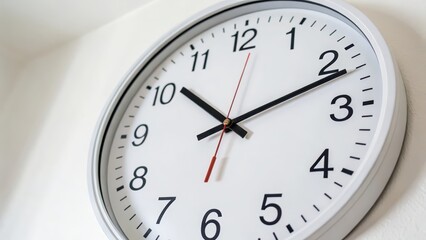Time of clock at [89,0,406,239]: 10:11
